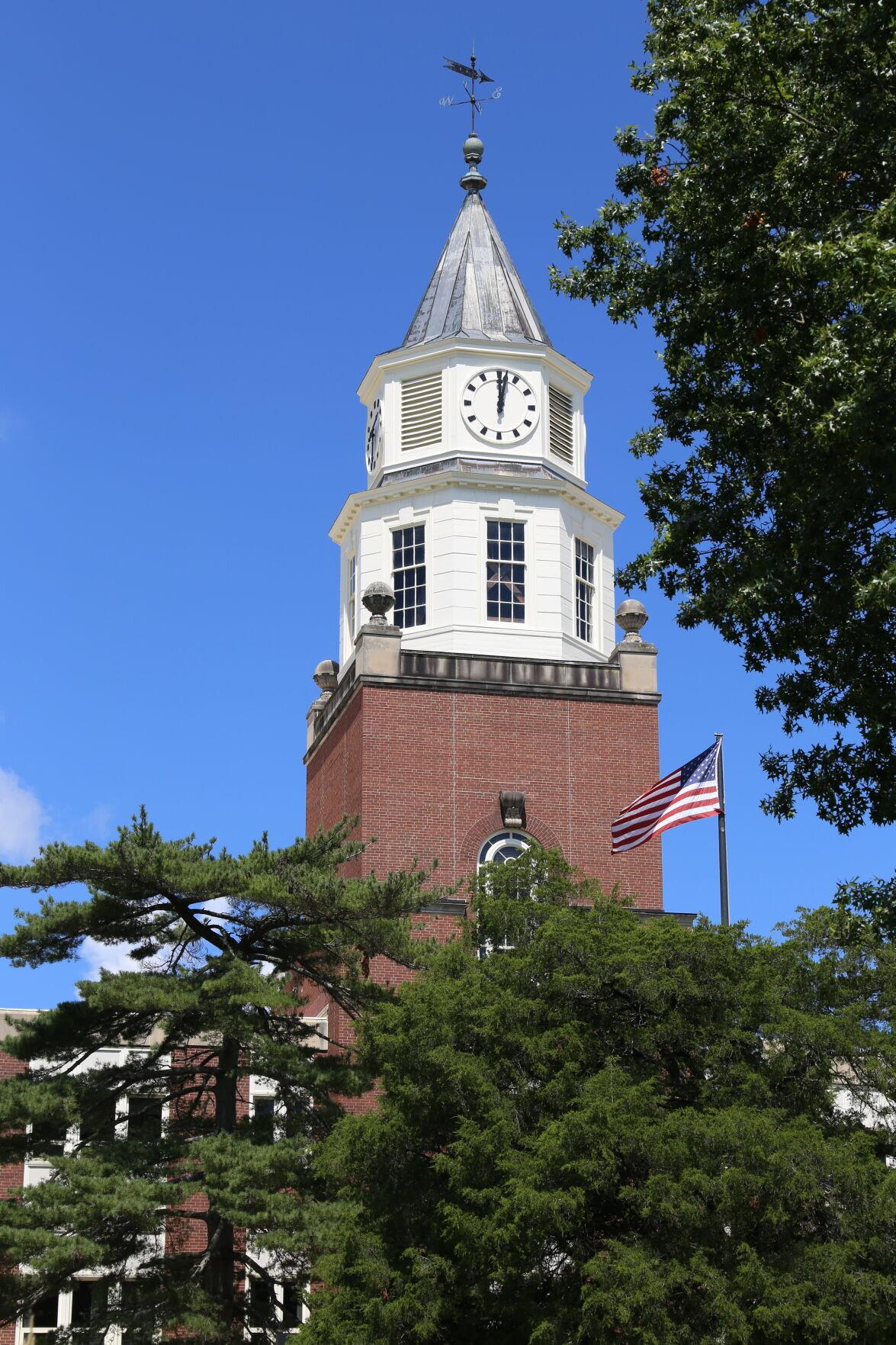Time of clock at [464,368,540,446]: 12:02
